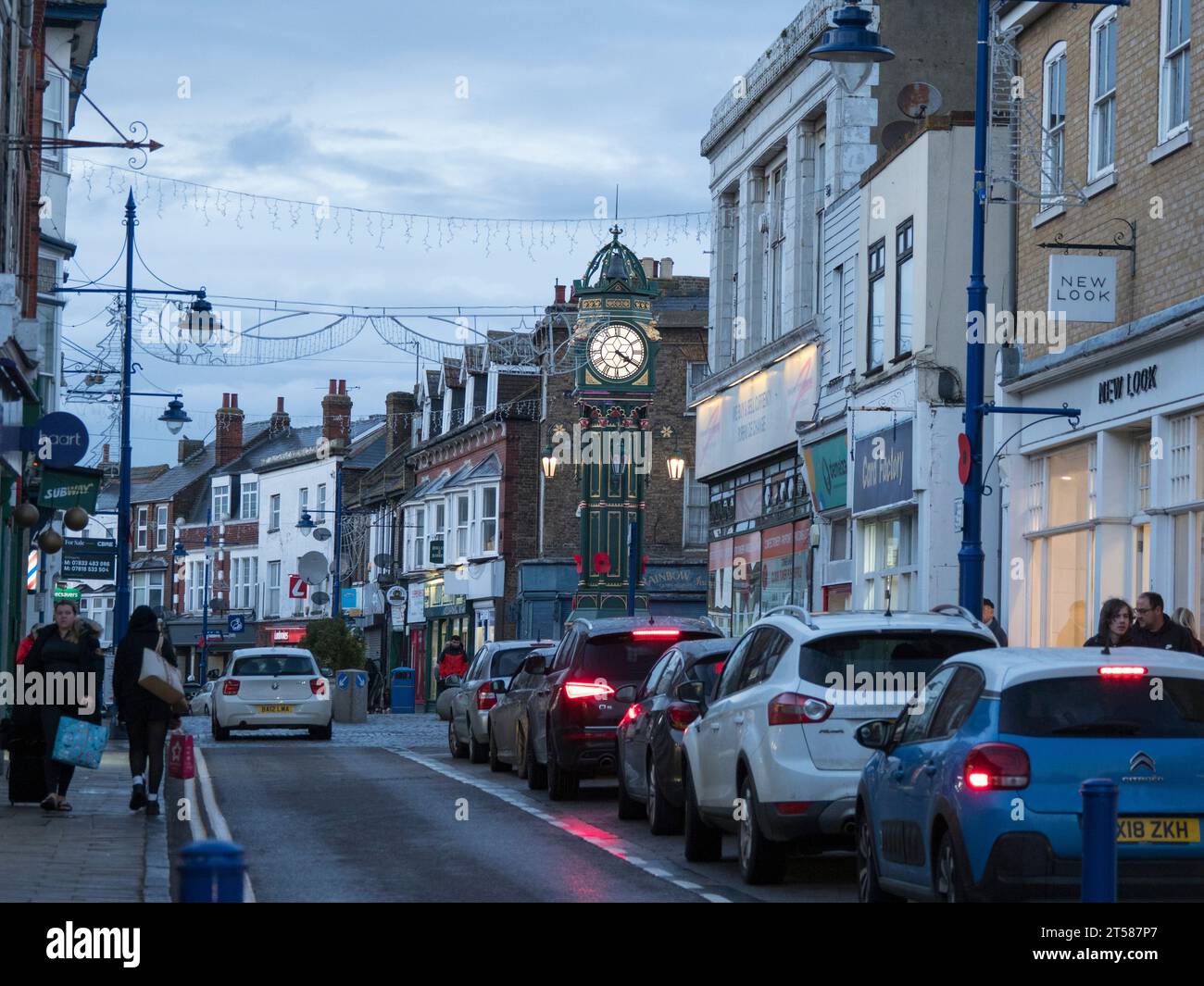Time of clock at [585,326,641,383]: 4:20
